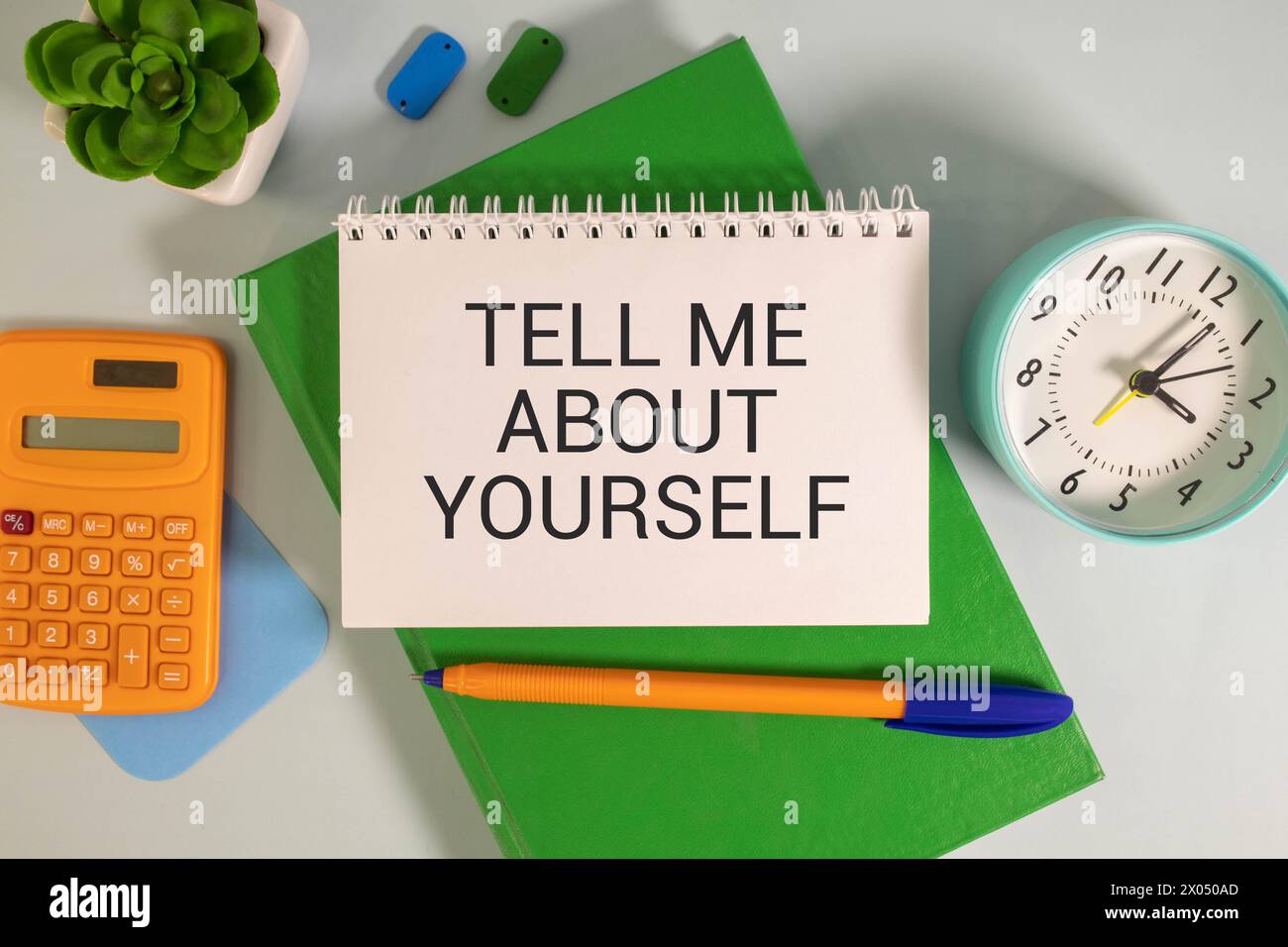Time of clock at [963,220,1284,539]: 4:07
